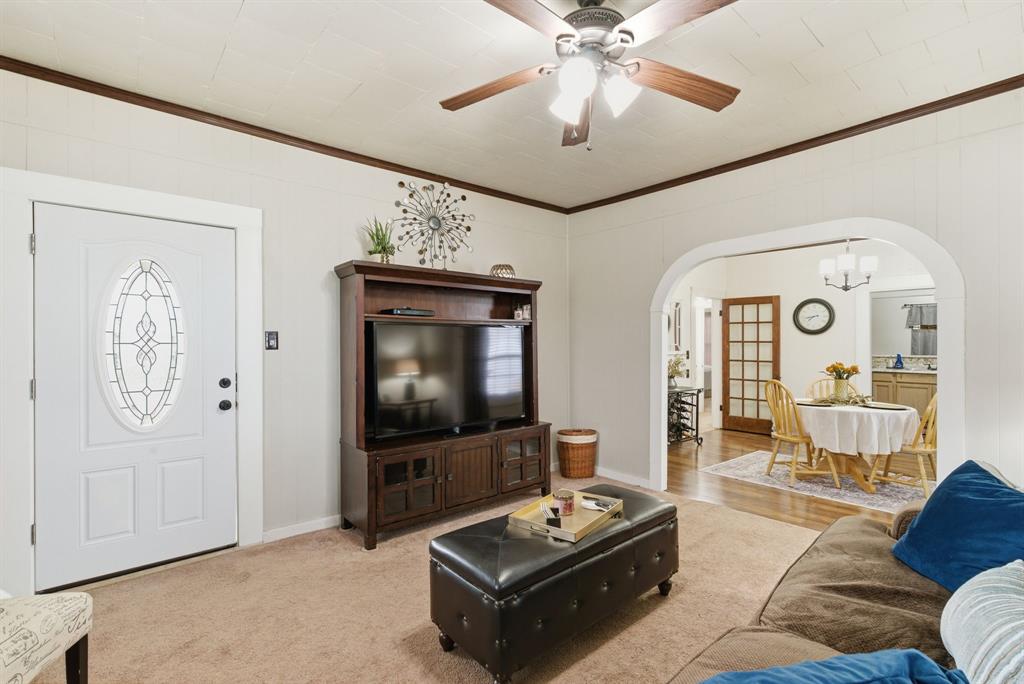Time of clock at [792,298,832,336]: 7:43
